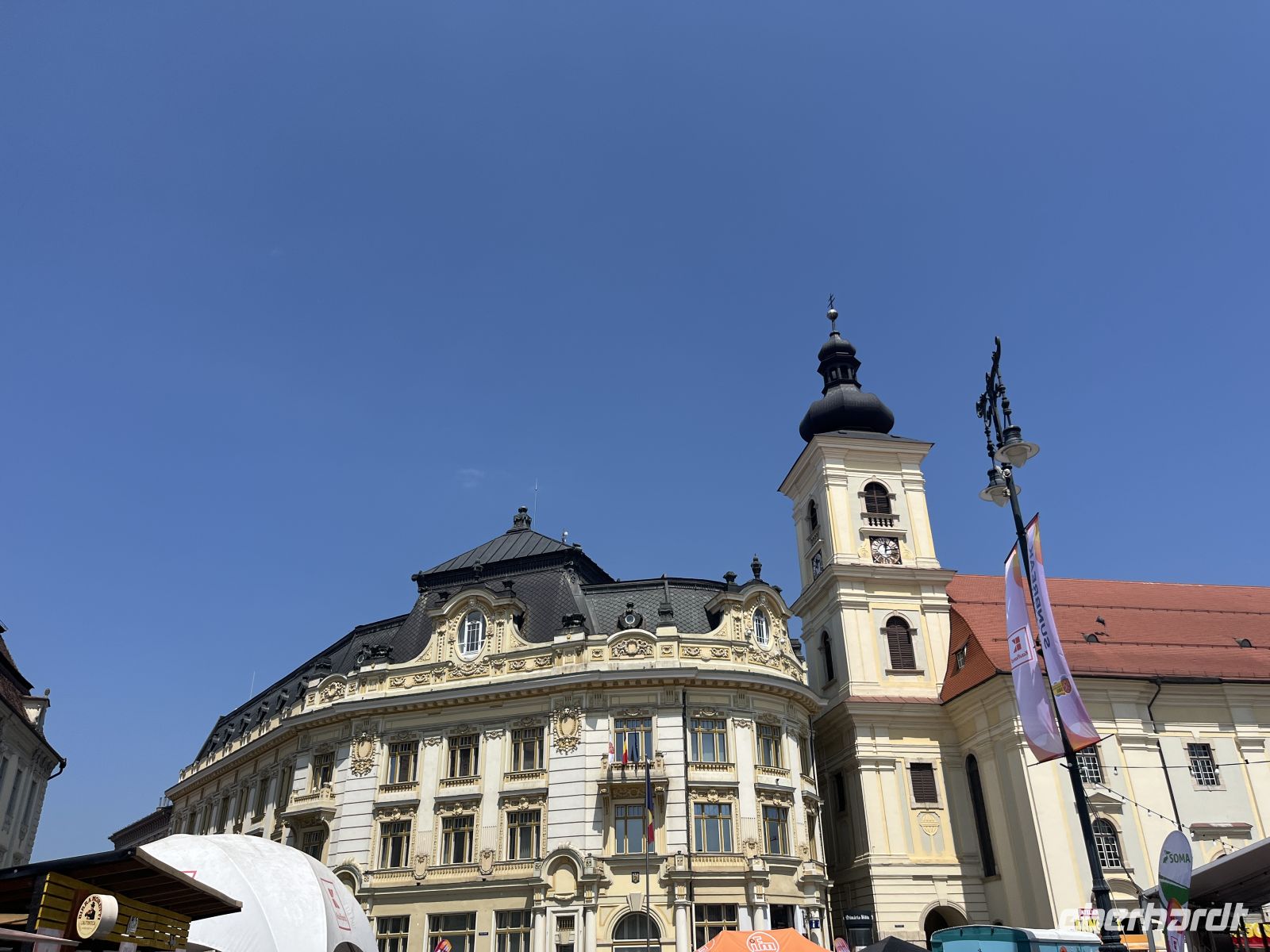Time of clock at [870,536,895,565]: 12:13
